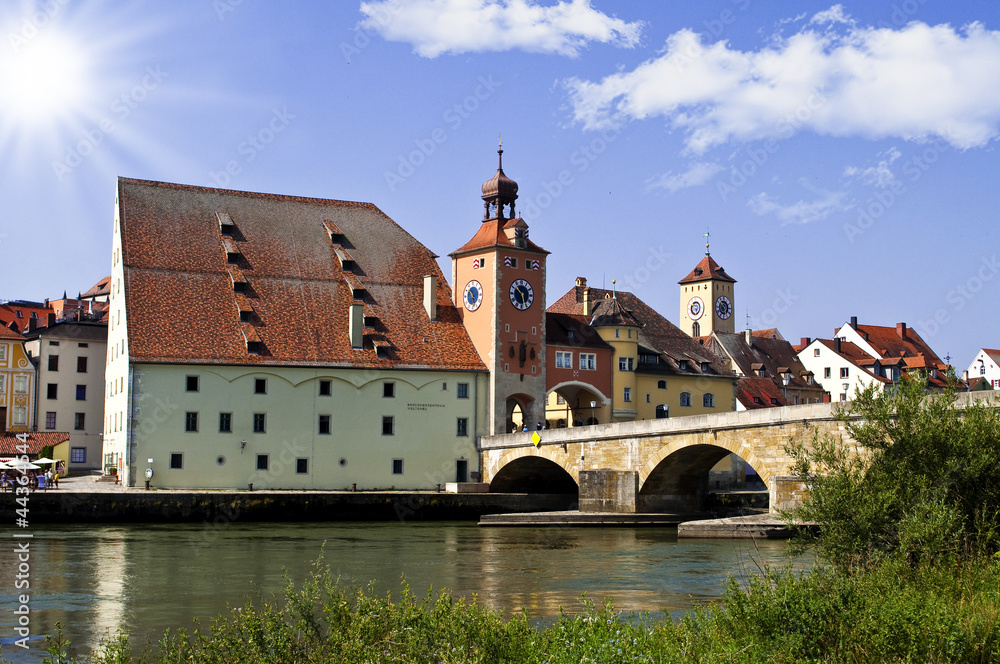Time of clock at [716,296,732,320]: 5:51
